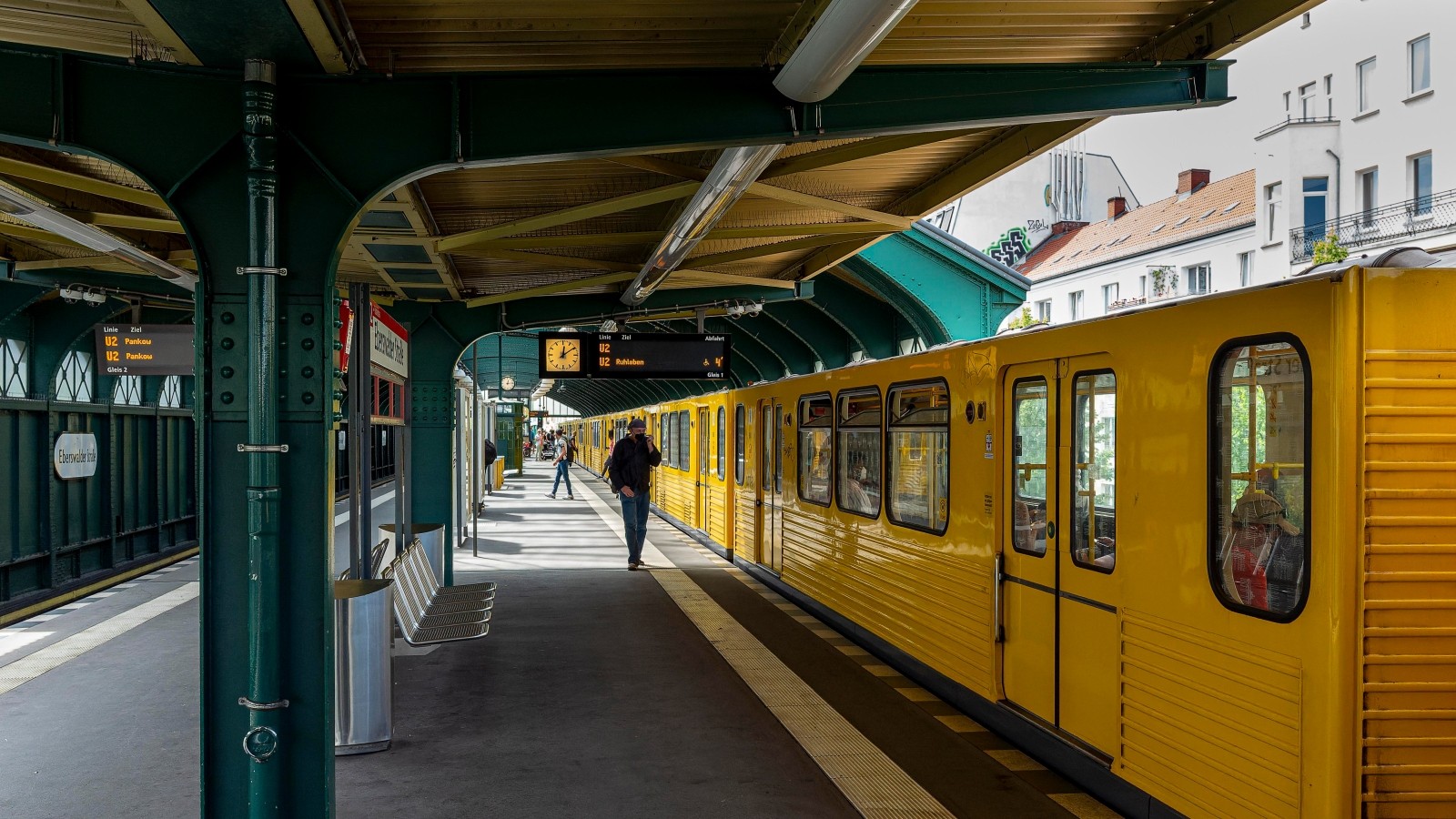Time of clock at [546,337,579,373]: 12:09
